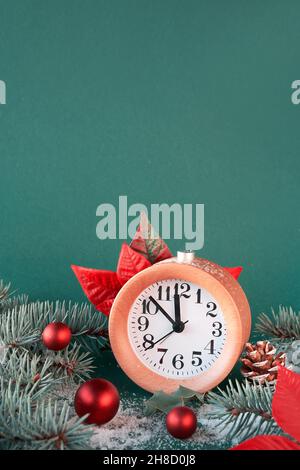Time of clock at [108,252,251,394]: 11:52
